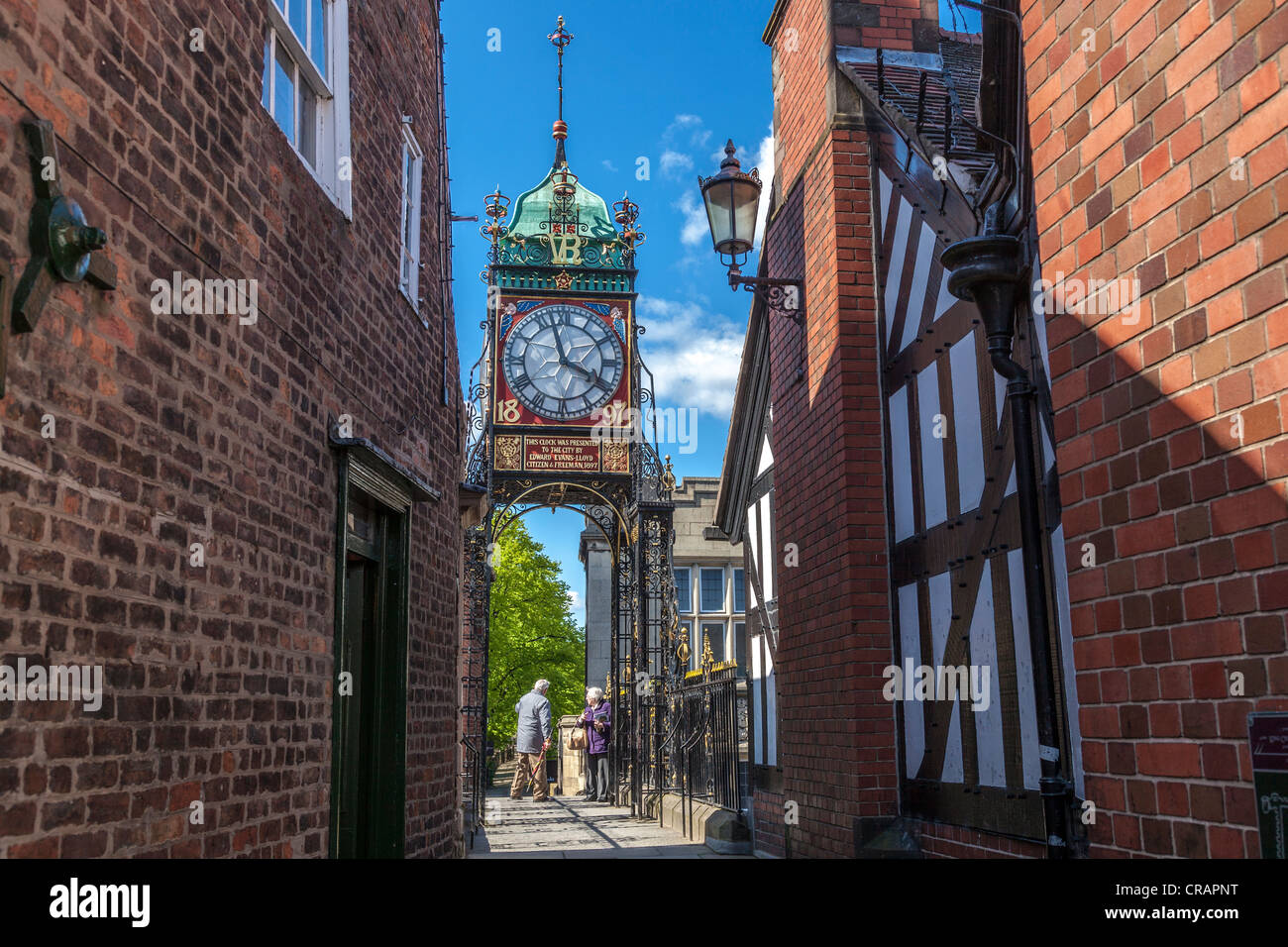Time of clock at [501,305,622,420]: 3:57
